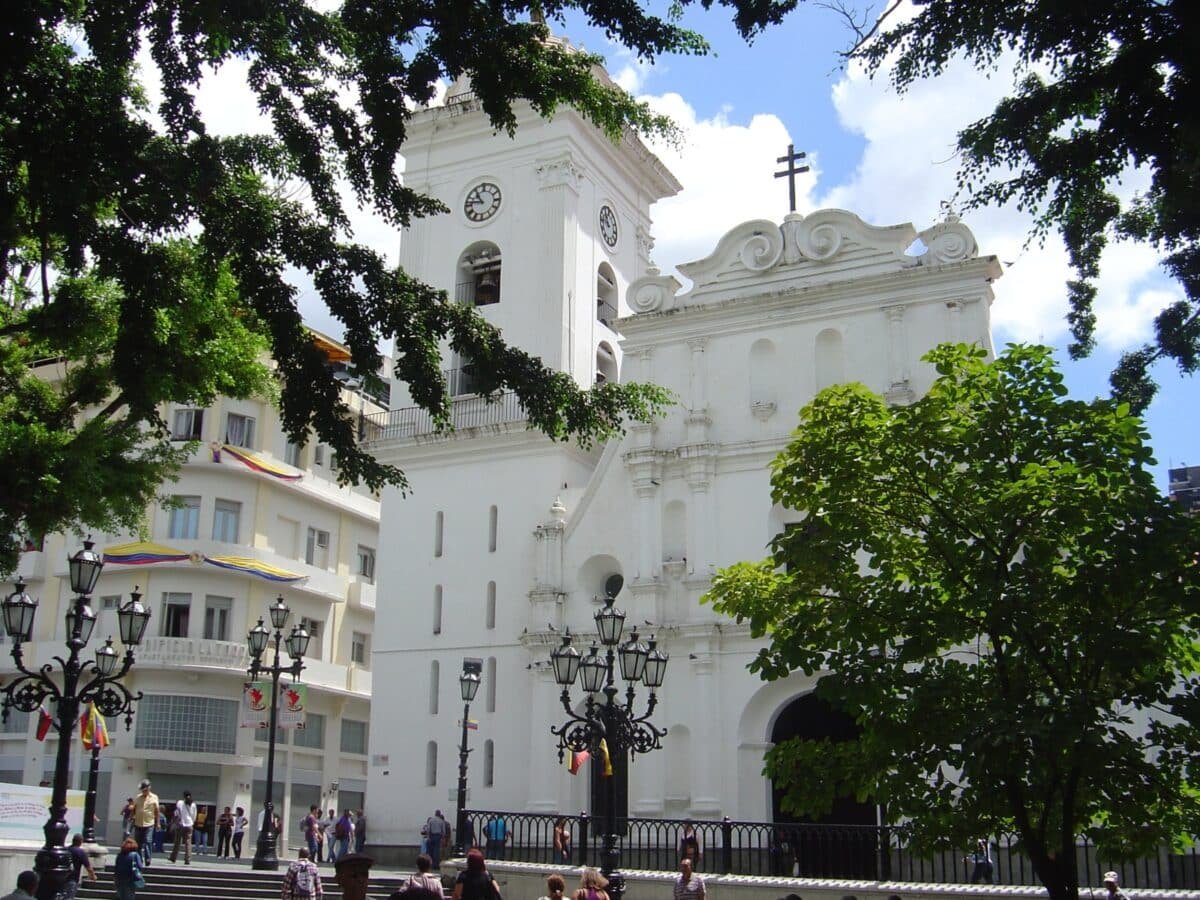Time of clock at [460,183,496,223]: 10:46
